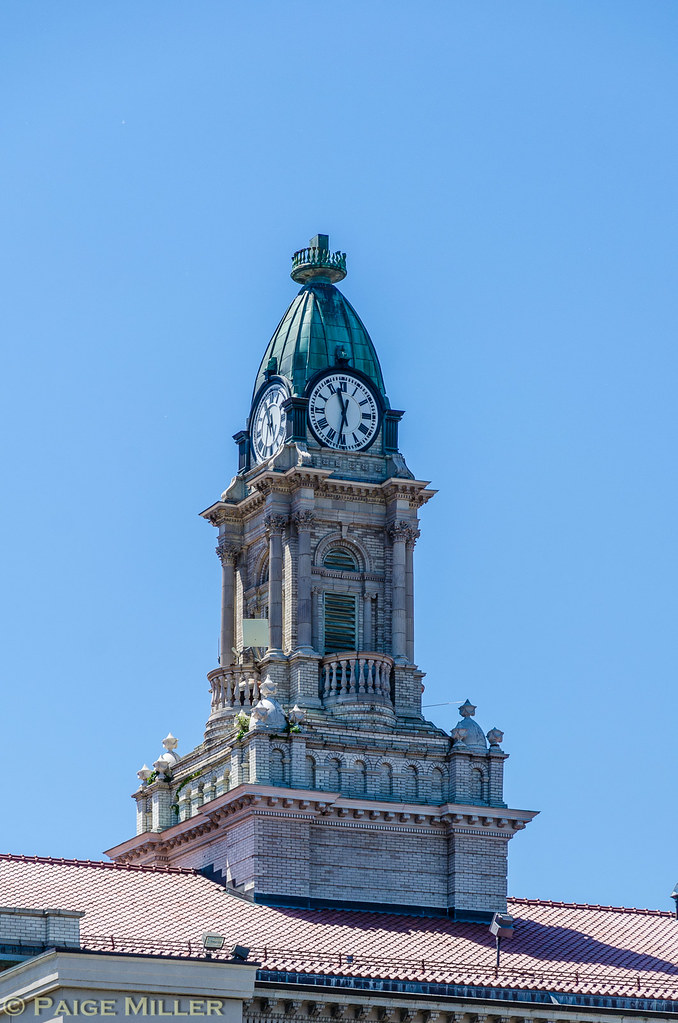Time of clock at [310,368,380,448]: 11:32
